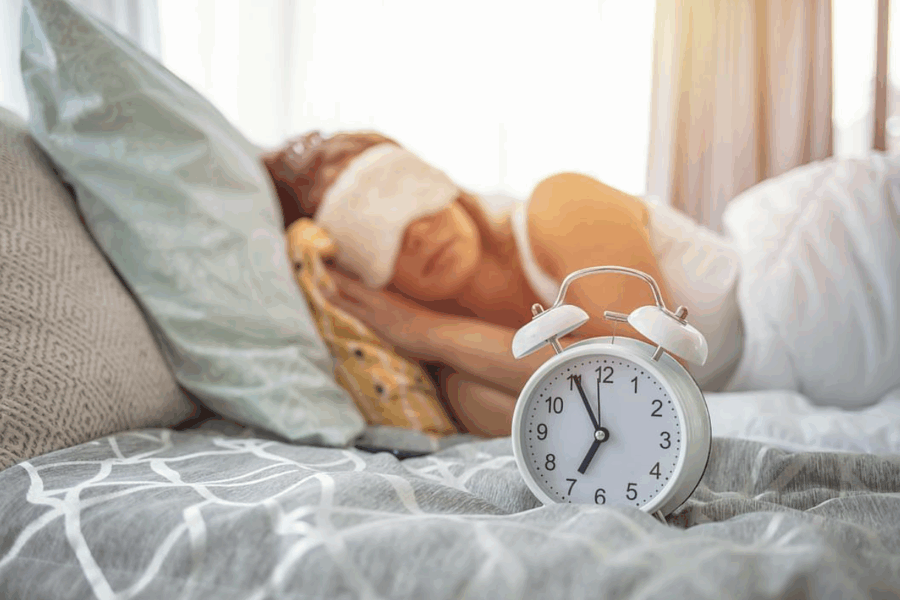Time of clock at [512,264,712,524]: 6:55
